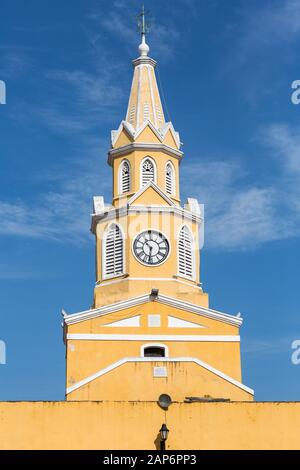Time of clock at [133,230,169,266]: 10:32
